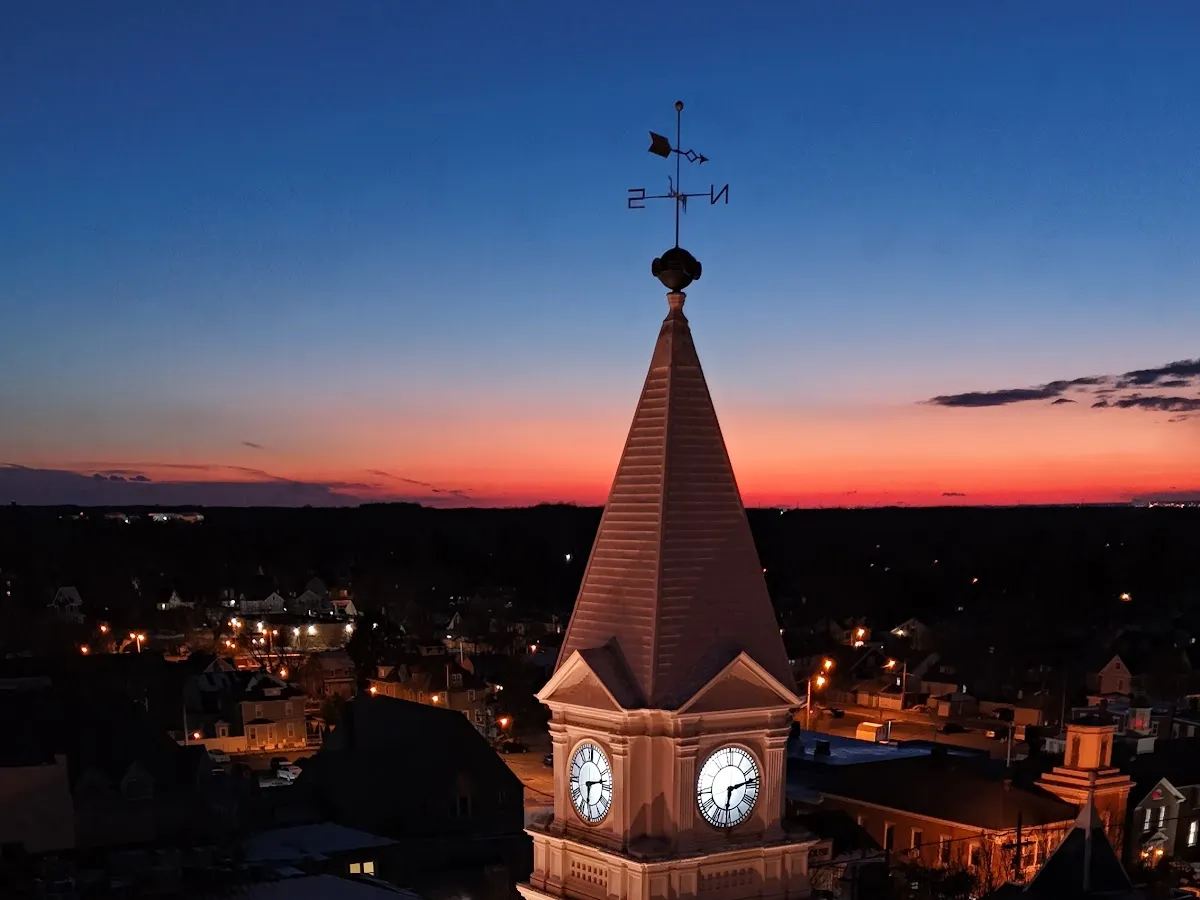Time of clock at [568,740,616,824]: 6:13
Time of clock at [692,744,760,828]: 6:13
